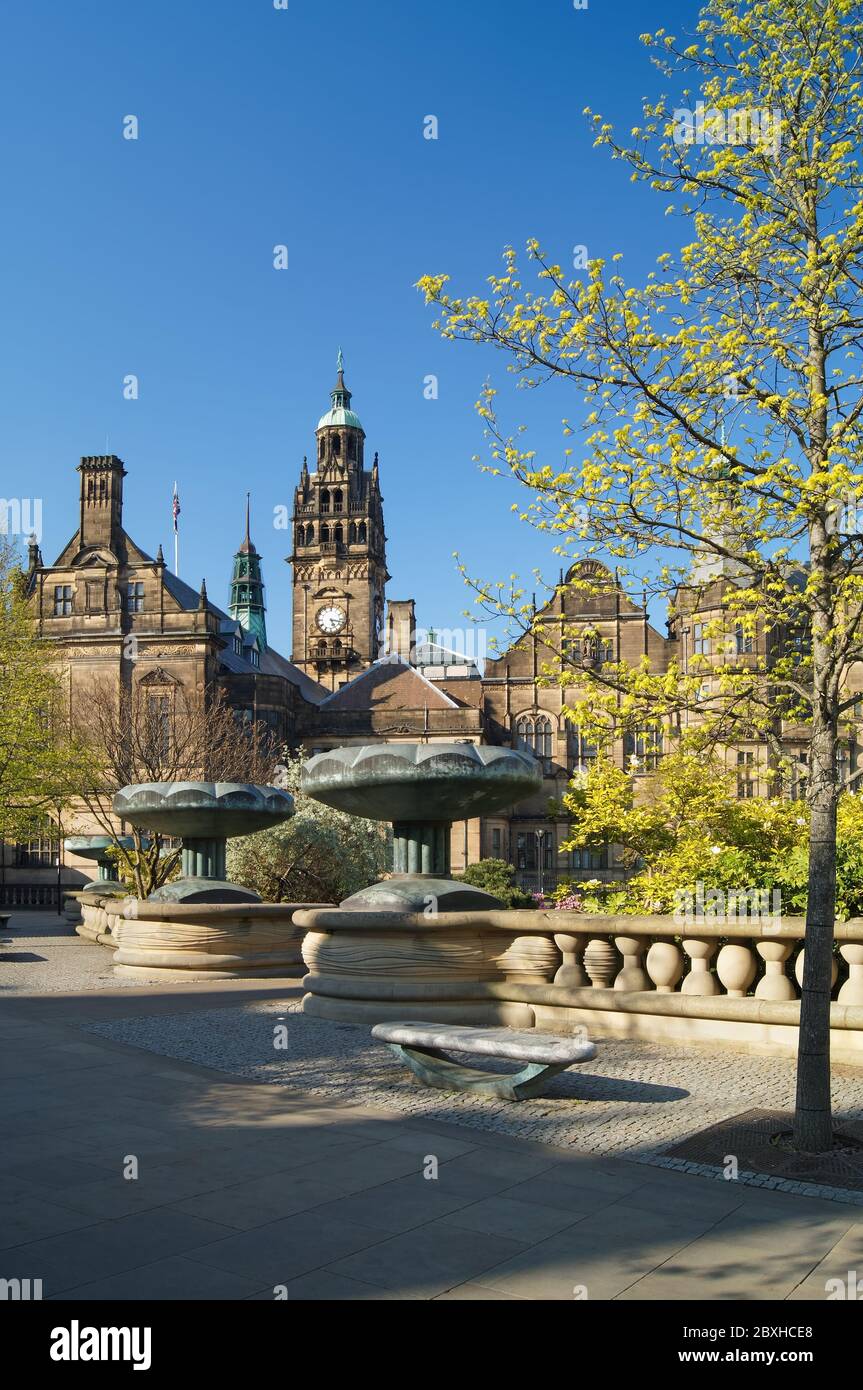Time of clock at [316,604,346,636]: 5:17
